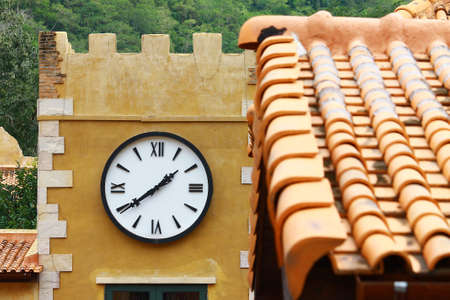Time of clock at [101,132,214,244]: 1:39
